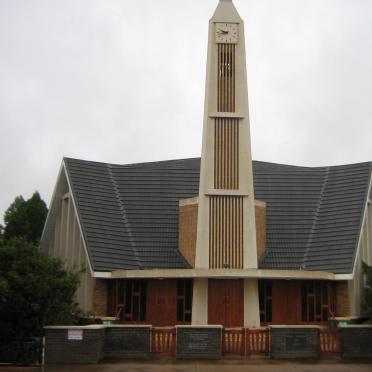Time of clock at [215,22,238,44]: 9:42
